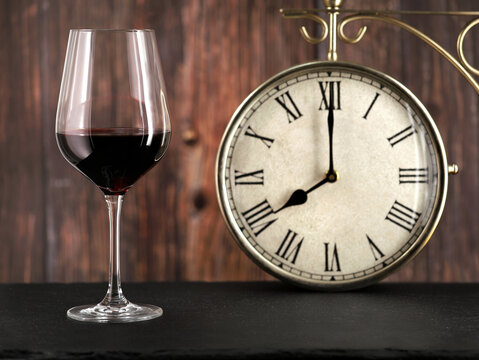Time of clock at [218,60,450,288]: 7:59
